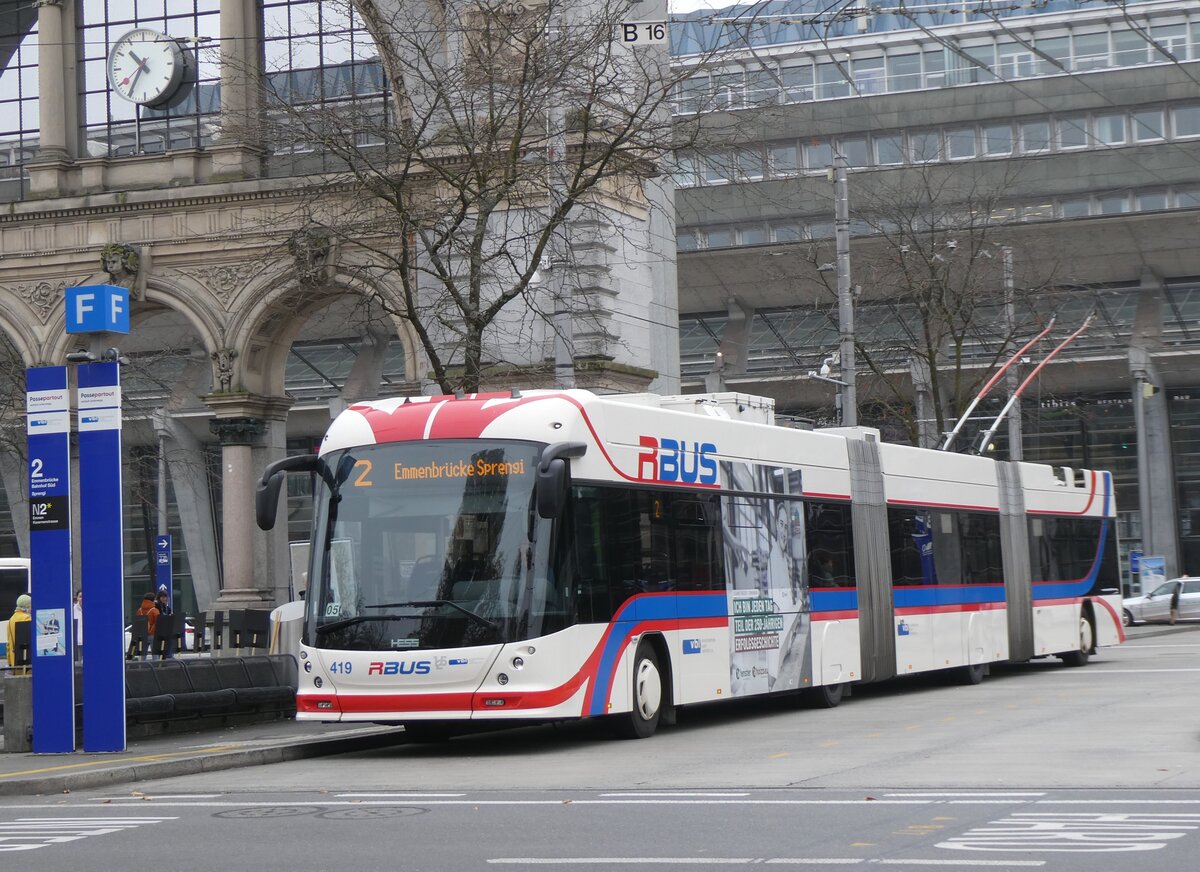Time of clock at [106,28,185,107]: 10:35
